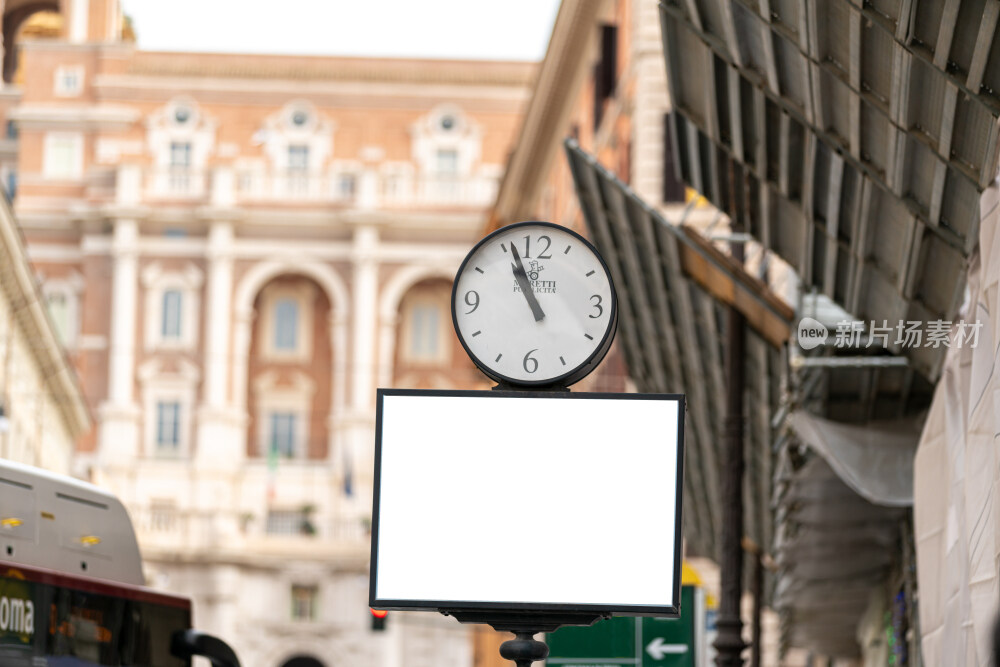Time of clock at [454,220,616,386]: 10:56
